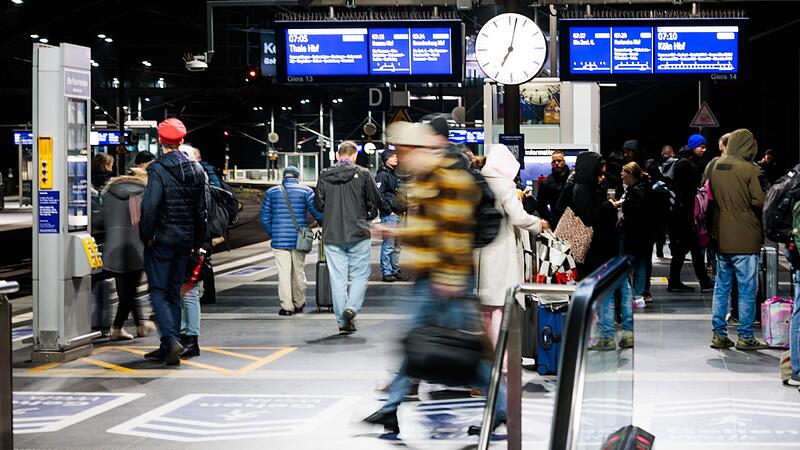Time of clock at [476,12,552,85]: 7:02
